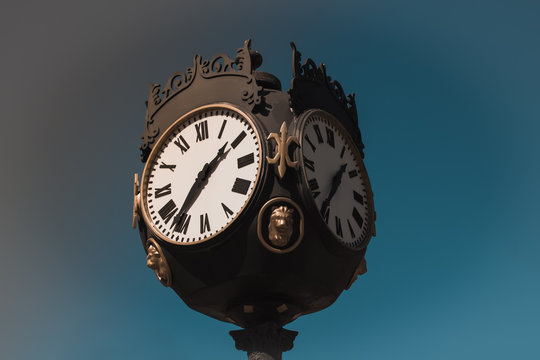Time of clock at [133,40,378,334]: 1:36
